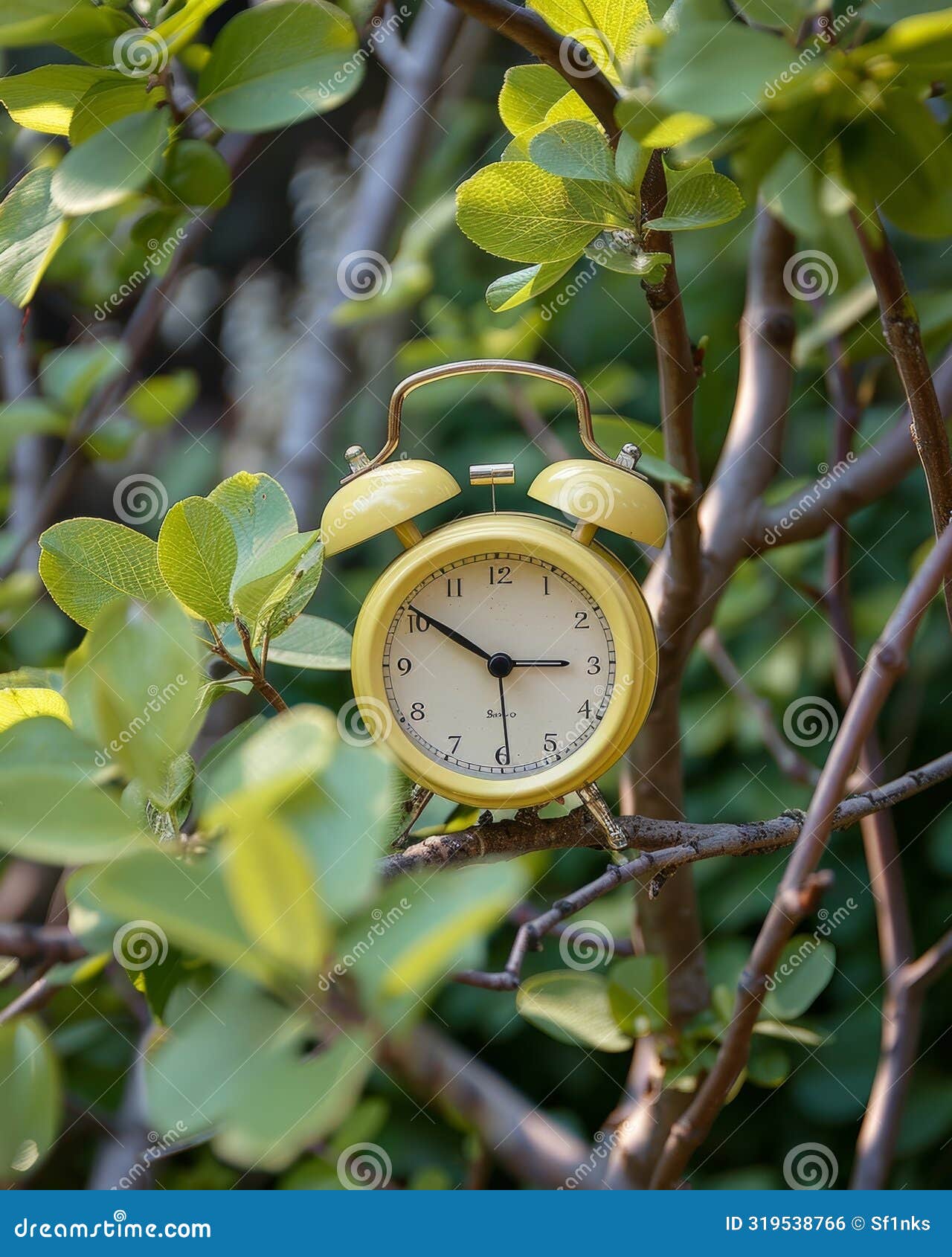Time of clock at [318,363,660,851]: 2:50
